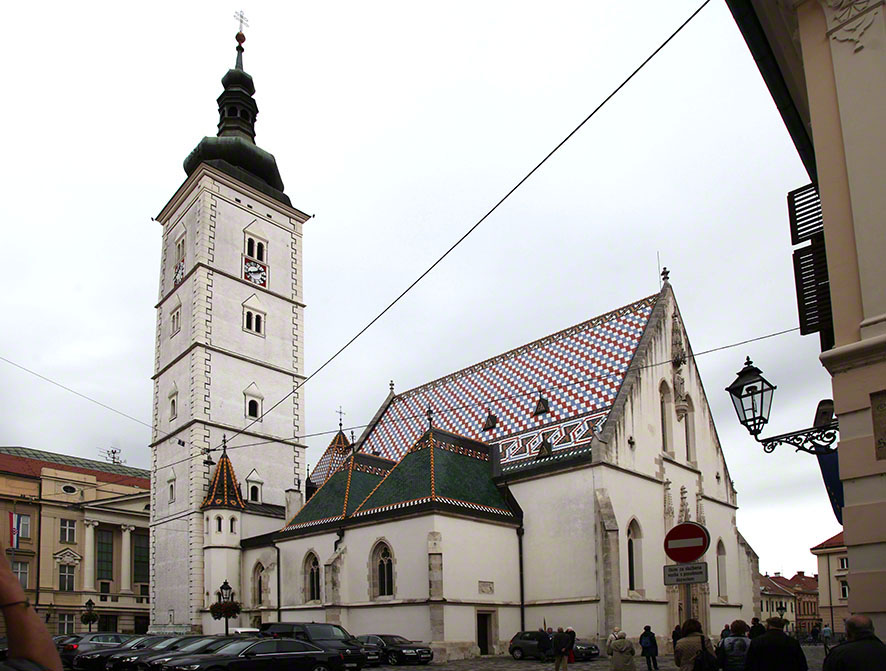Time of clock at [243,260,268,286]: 1:41
